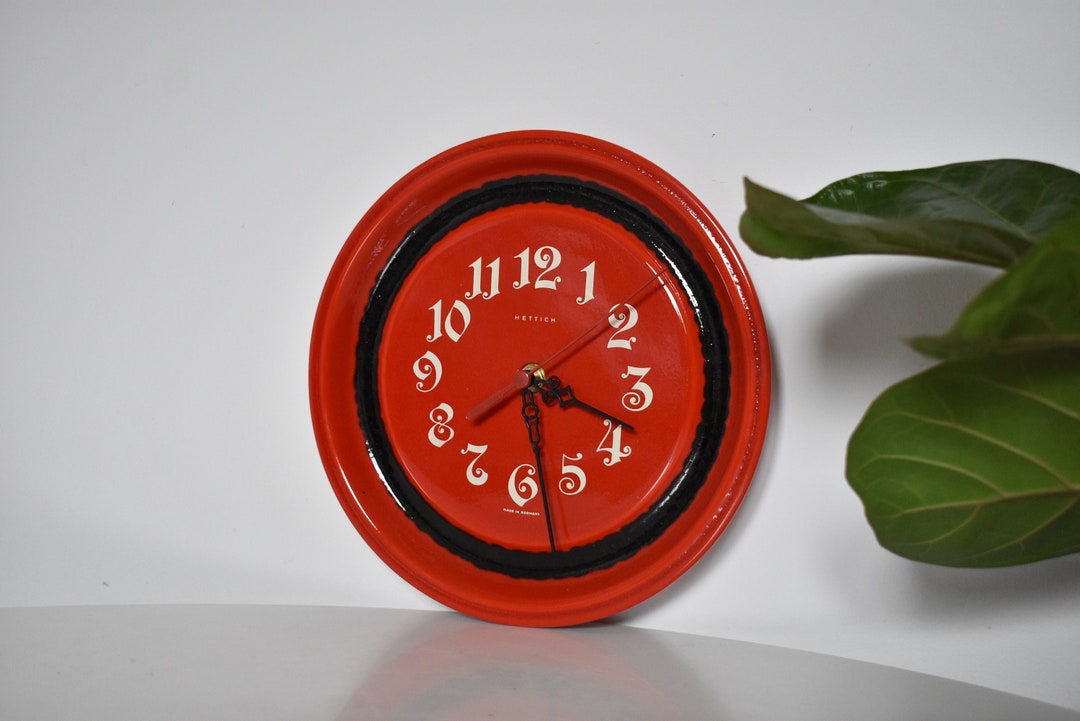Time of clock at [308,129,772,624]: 3:28
